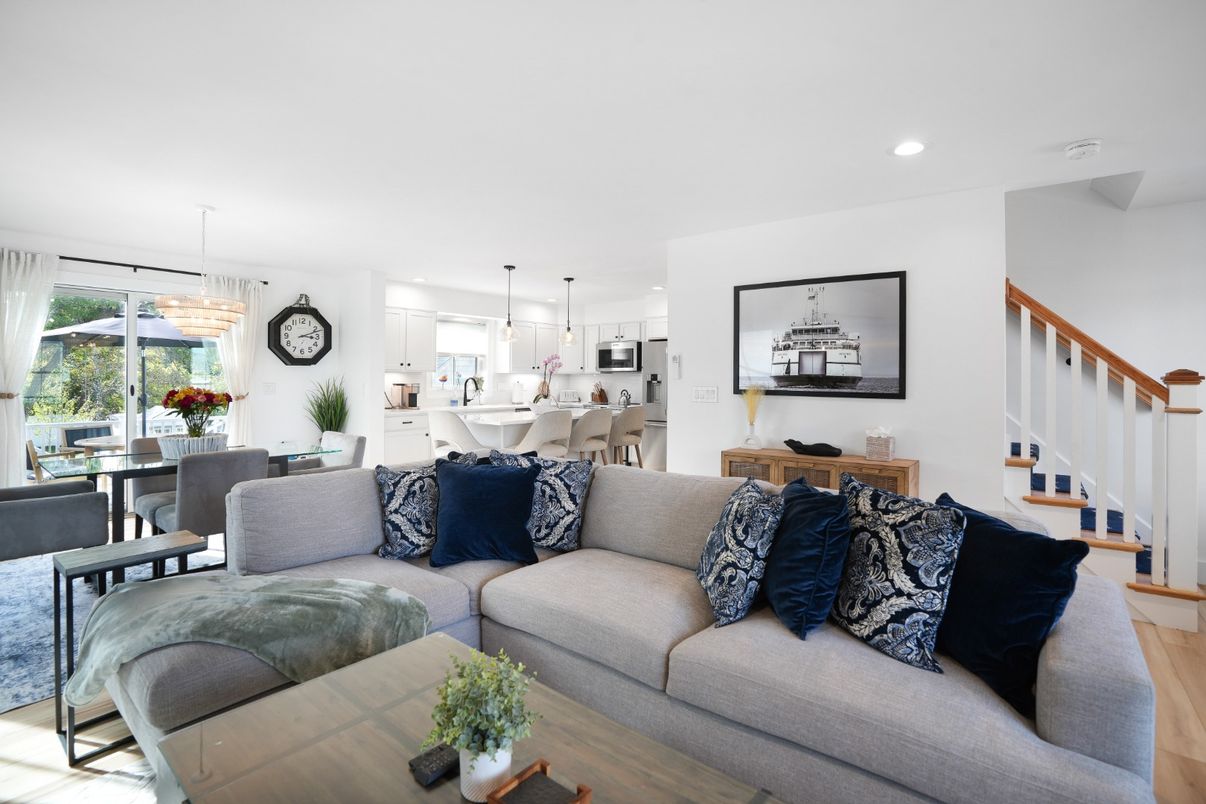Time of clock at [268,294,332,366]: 3:11
